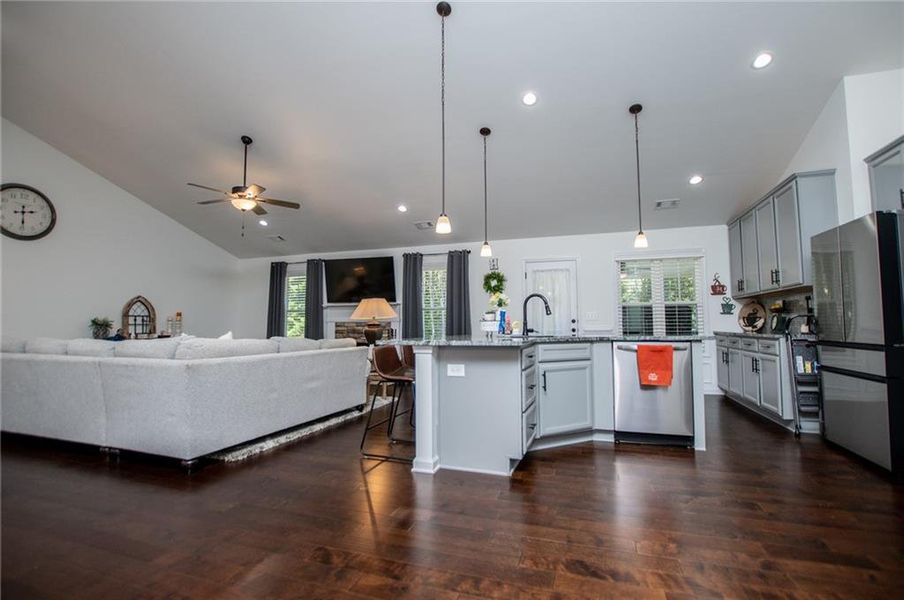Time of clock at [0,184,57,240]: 2:29
